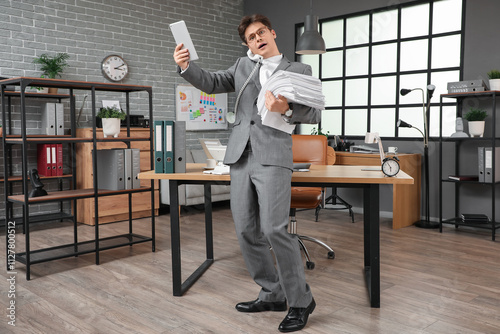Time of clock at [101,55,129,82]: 3:10
